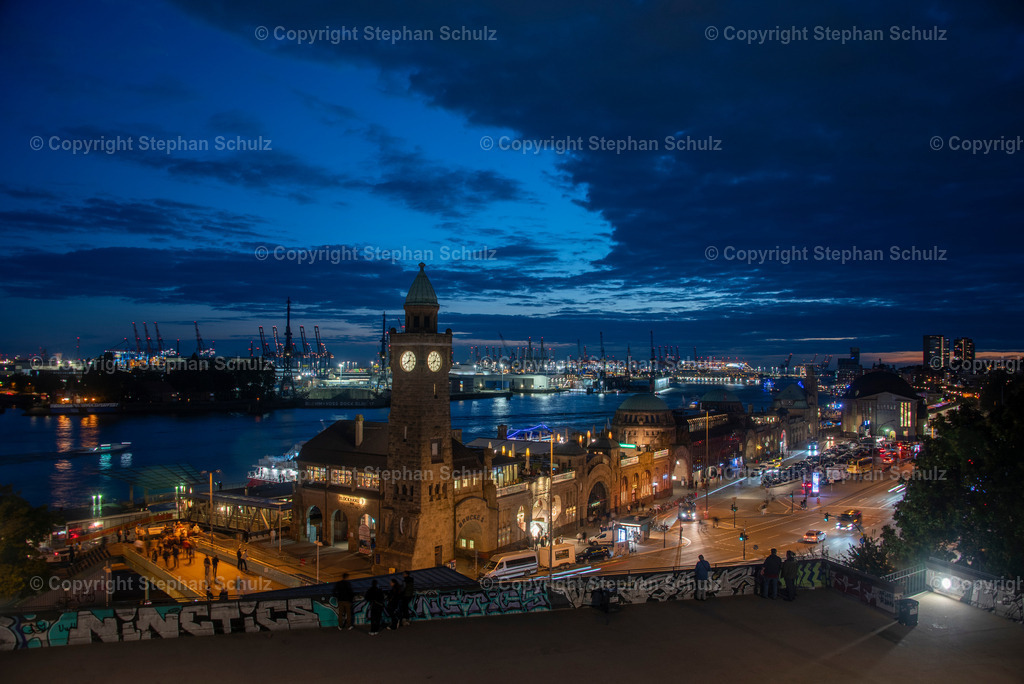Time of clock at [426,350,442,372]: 8:04
